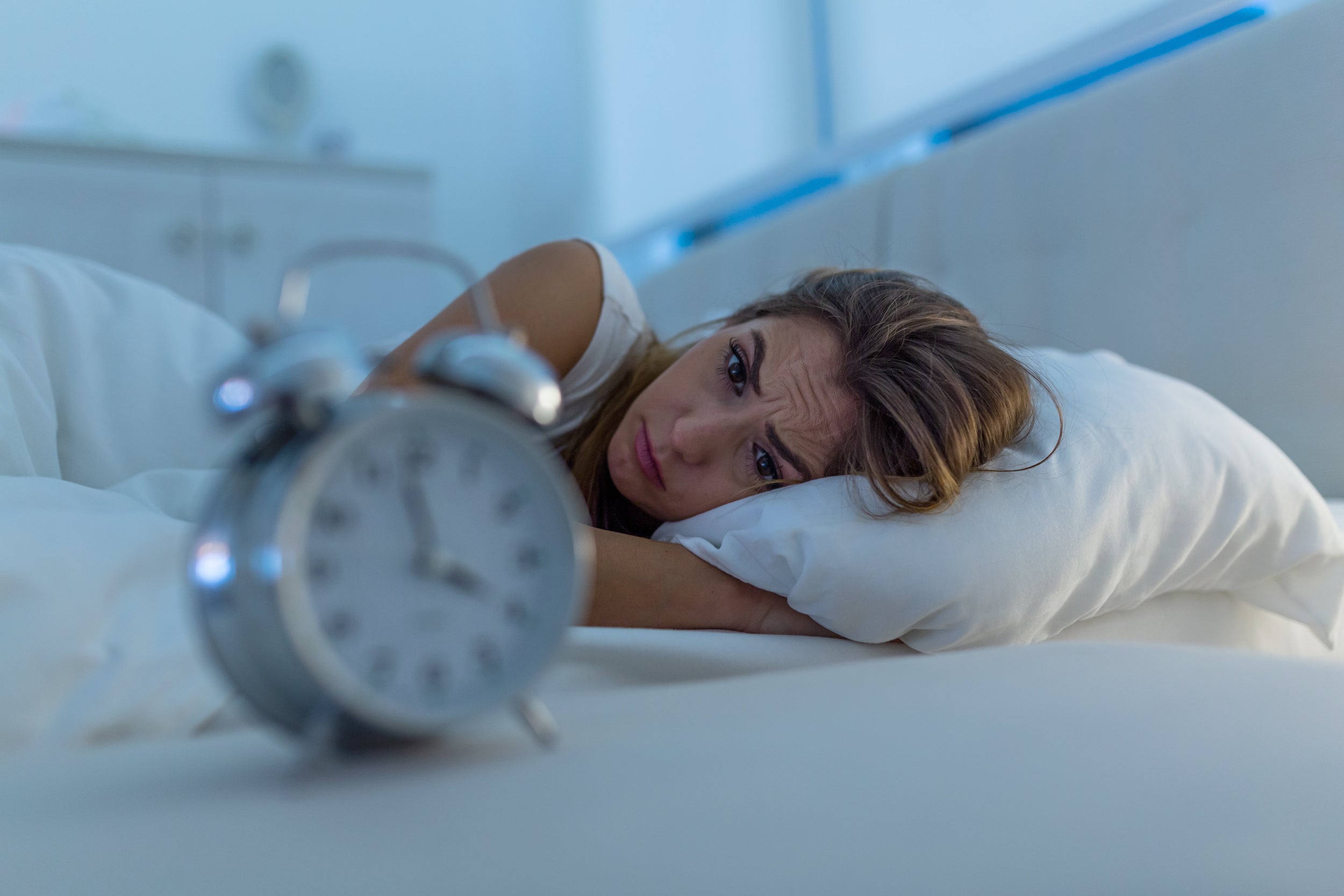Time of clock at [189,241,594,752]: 3:58
